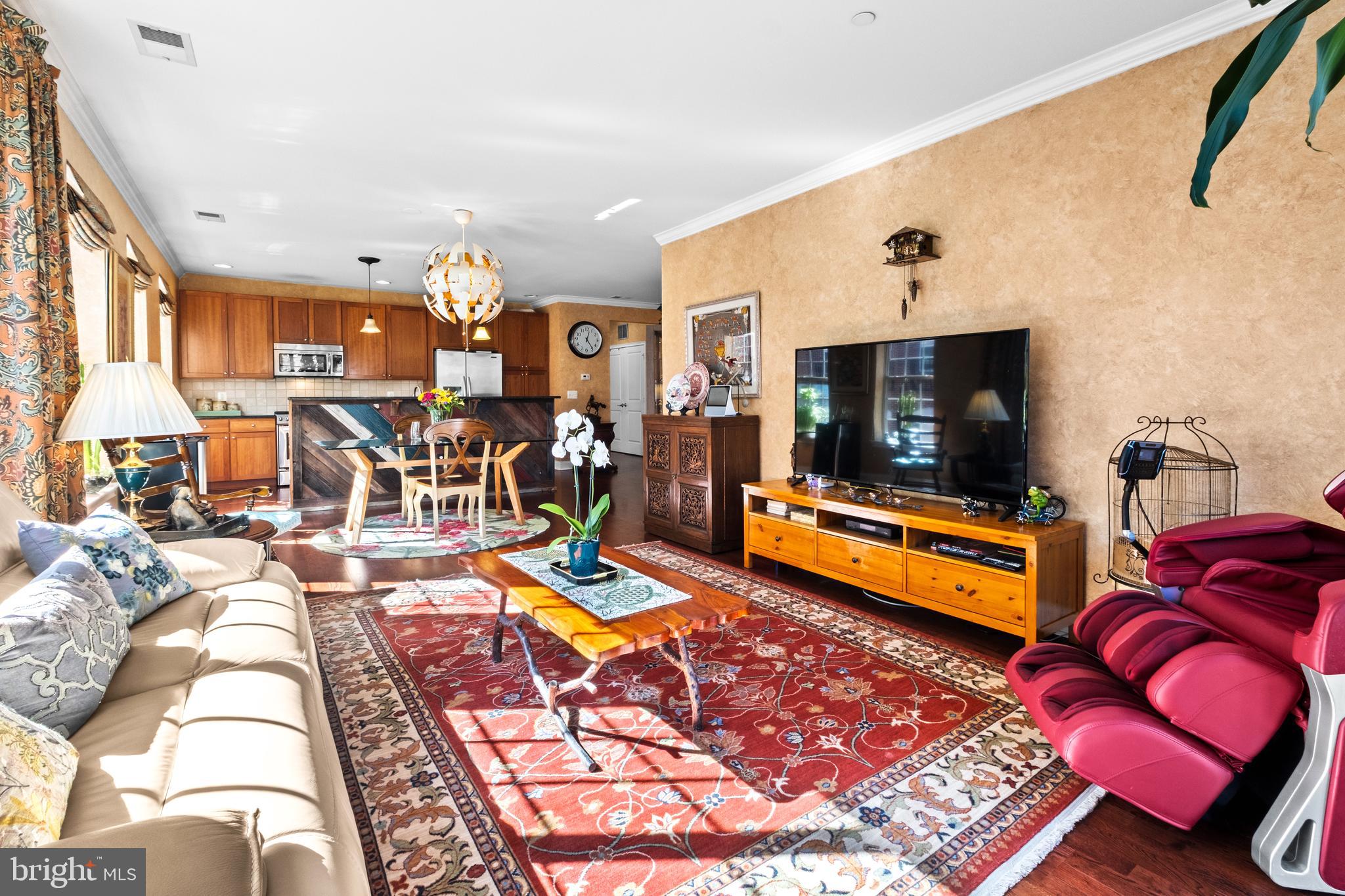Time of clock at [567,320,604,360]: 12:23
